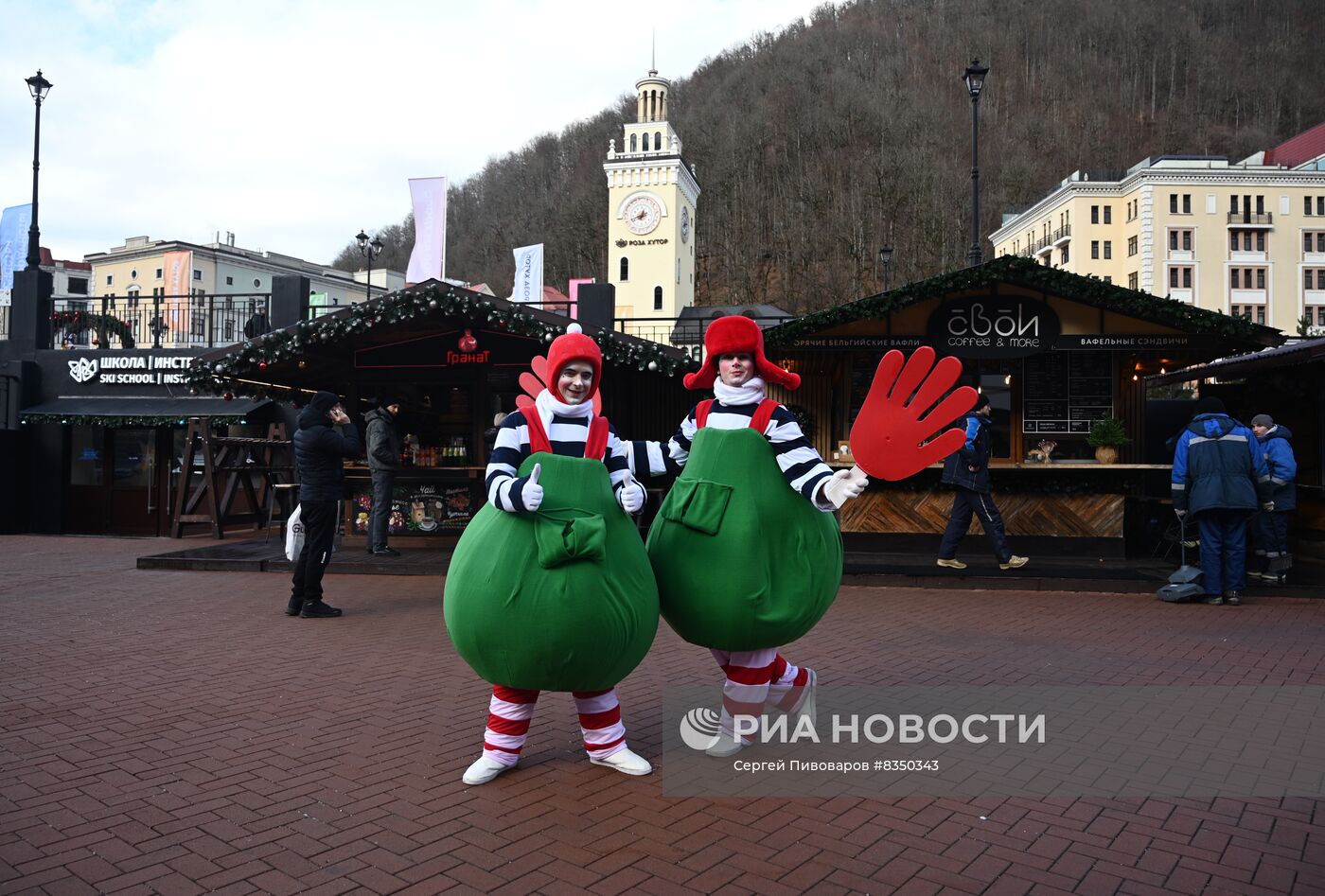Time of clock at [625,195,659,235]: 6:40
